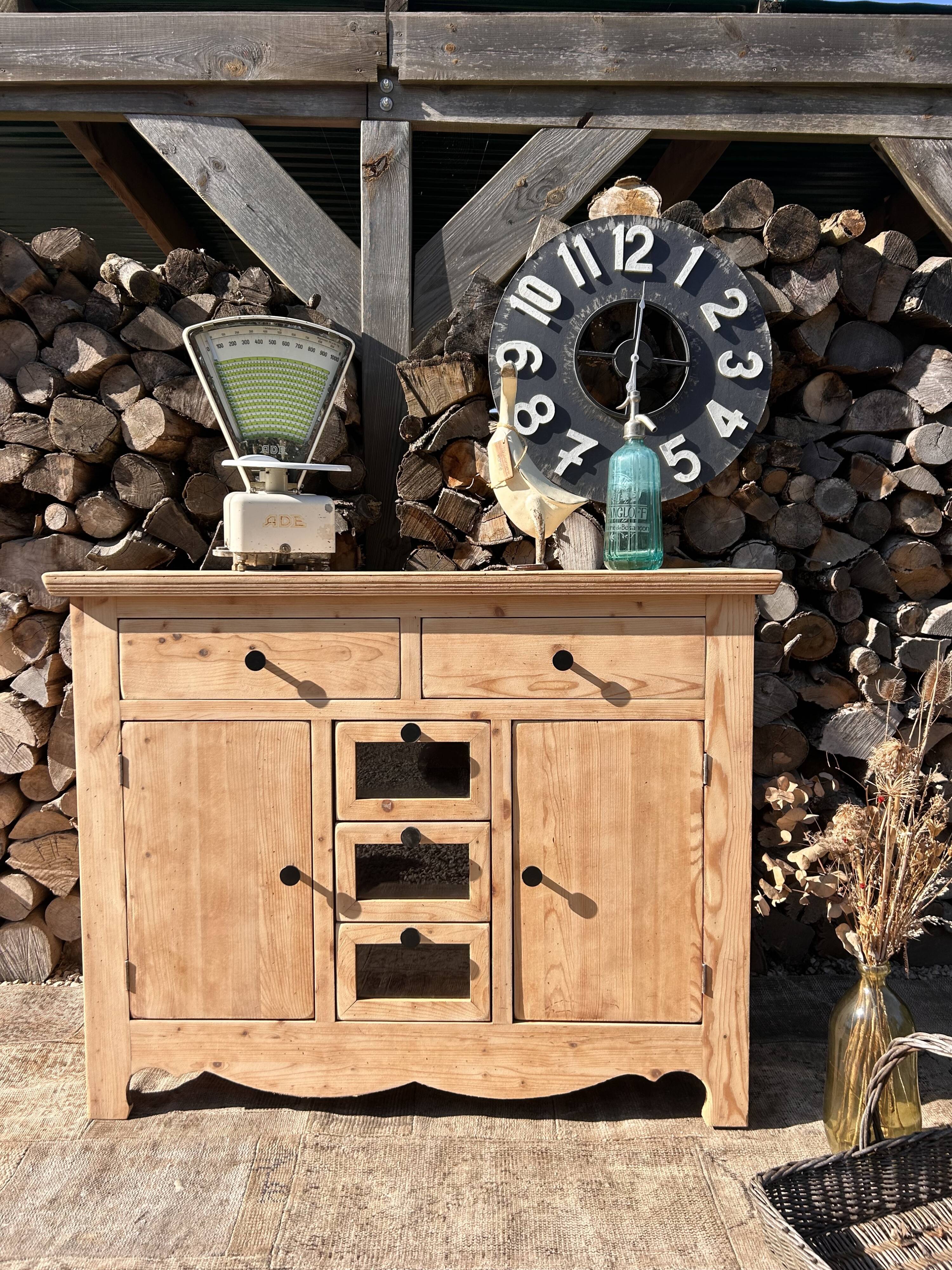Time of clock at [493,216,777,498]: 6:01
